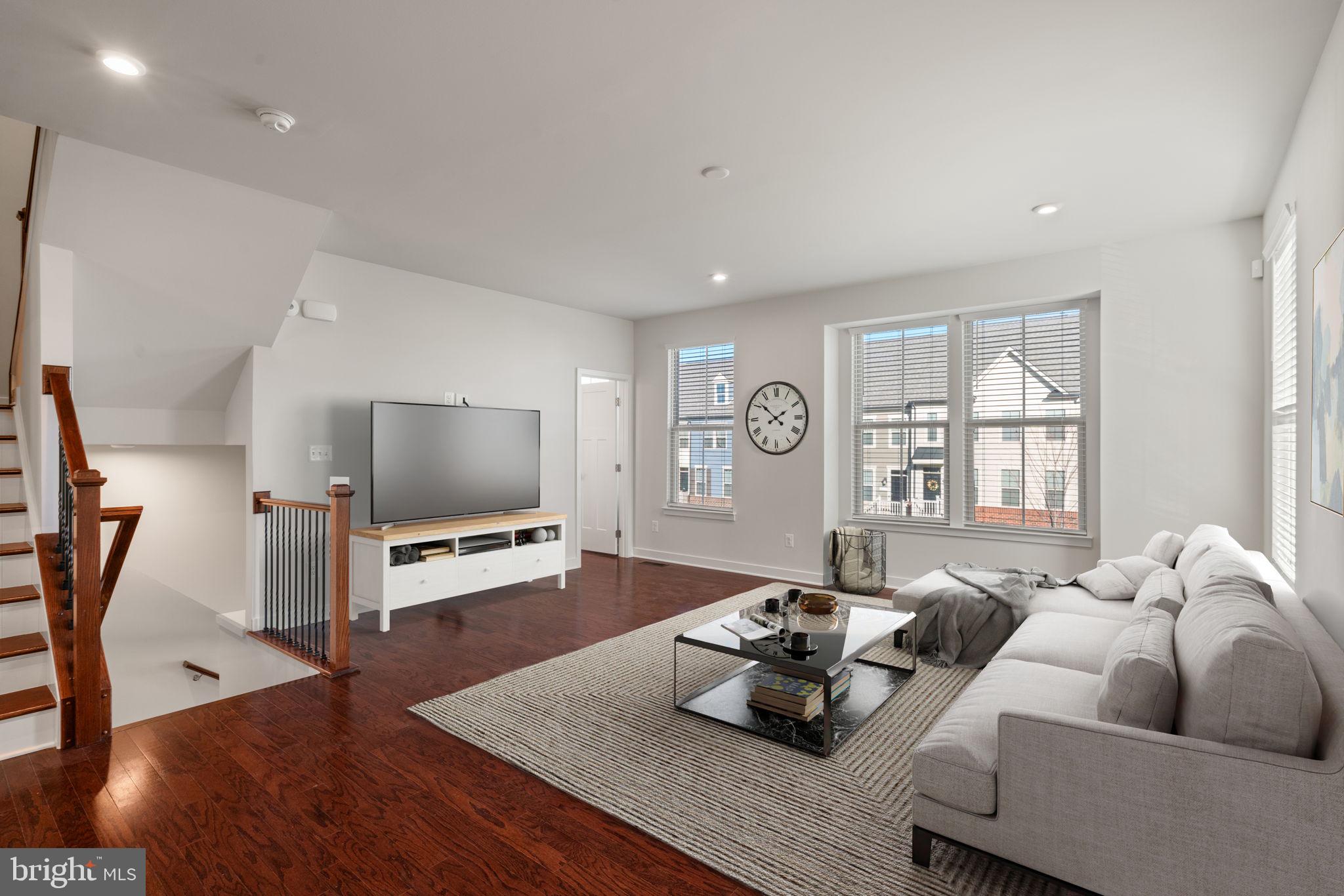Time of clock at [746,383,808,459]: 1:51
